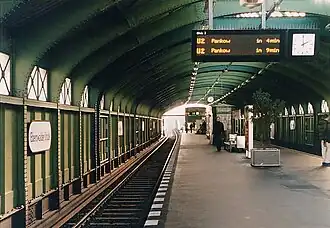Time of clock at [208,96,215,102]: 4:37
